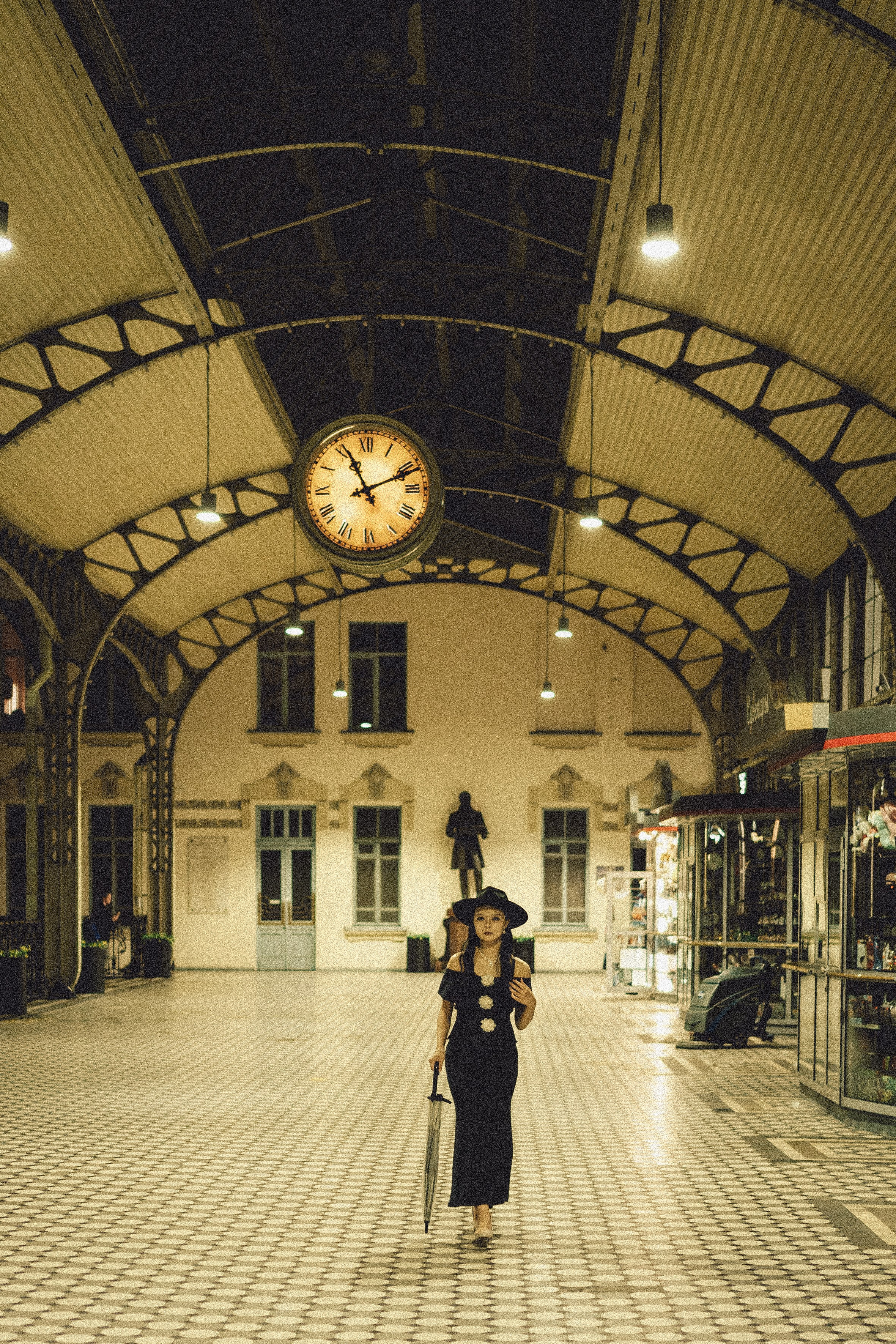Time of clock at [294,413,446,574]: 11:11
